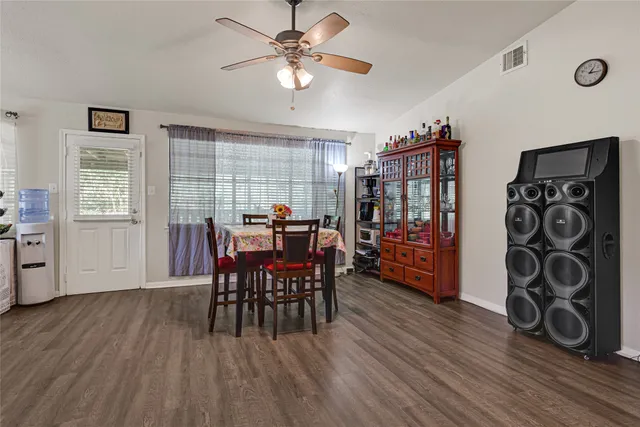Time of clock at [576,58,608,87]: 1:16
